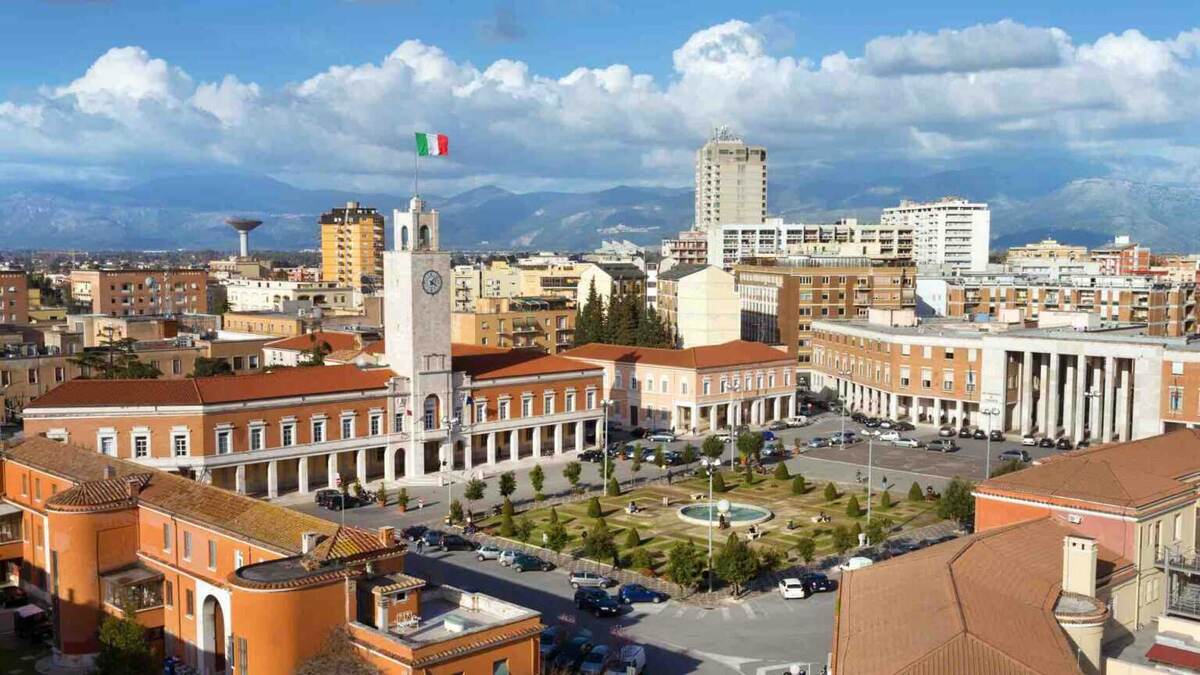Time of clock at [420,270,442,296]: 4:07
